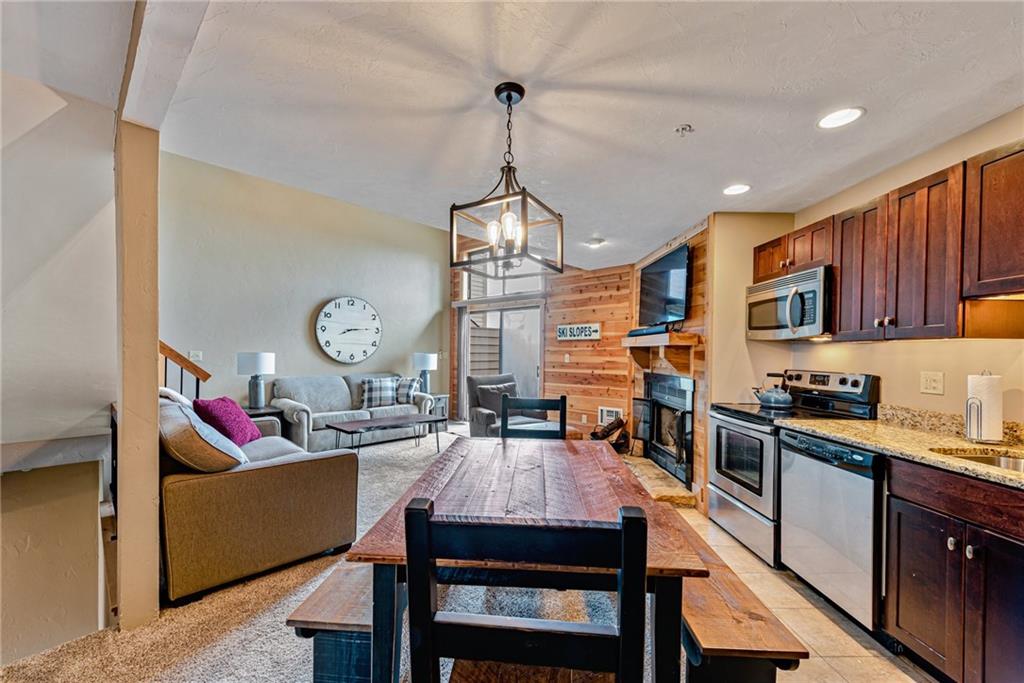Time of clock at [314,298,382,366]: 8:14
